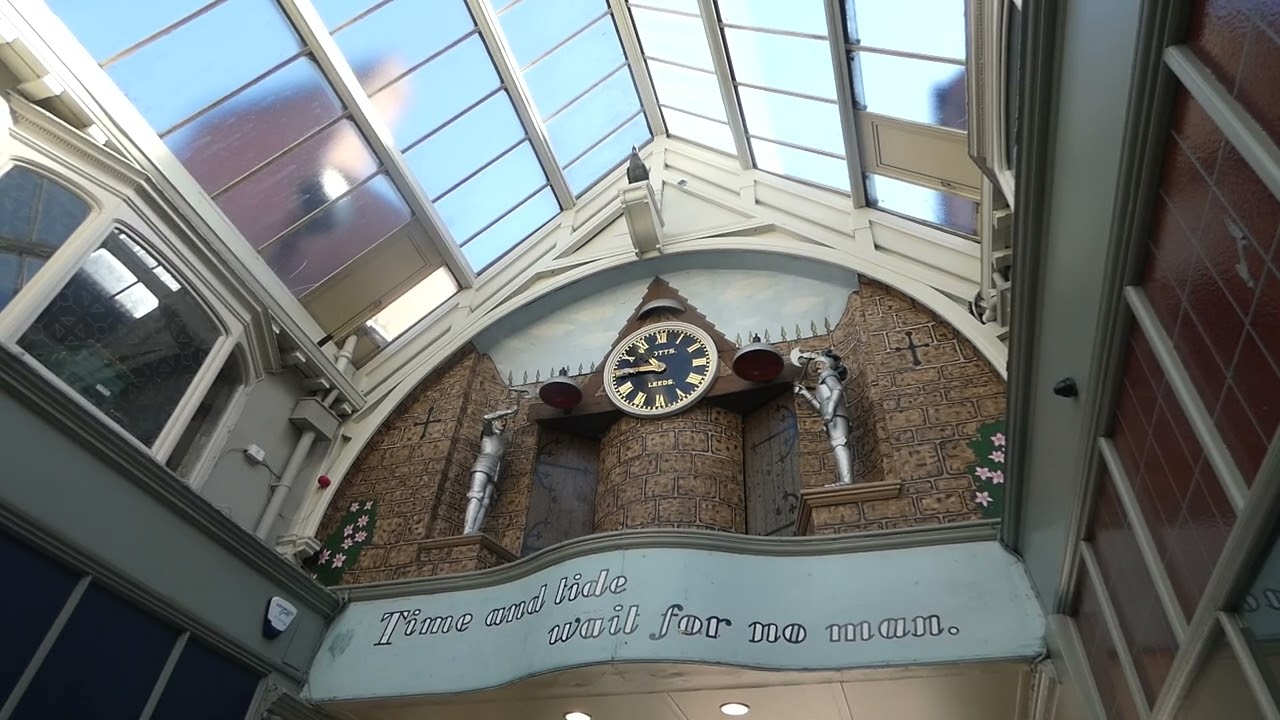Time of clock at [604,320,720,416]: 10:45
